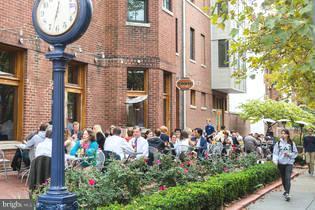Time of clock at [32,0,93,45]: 12:32
